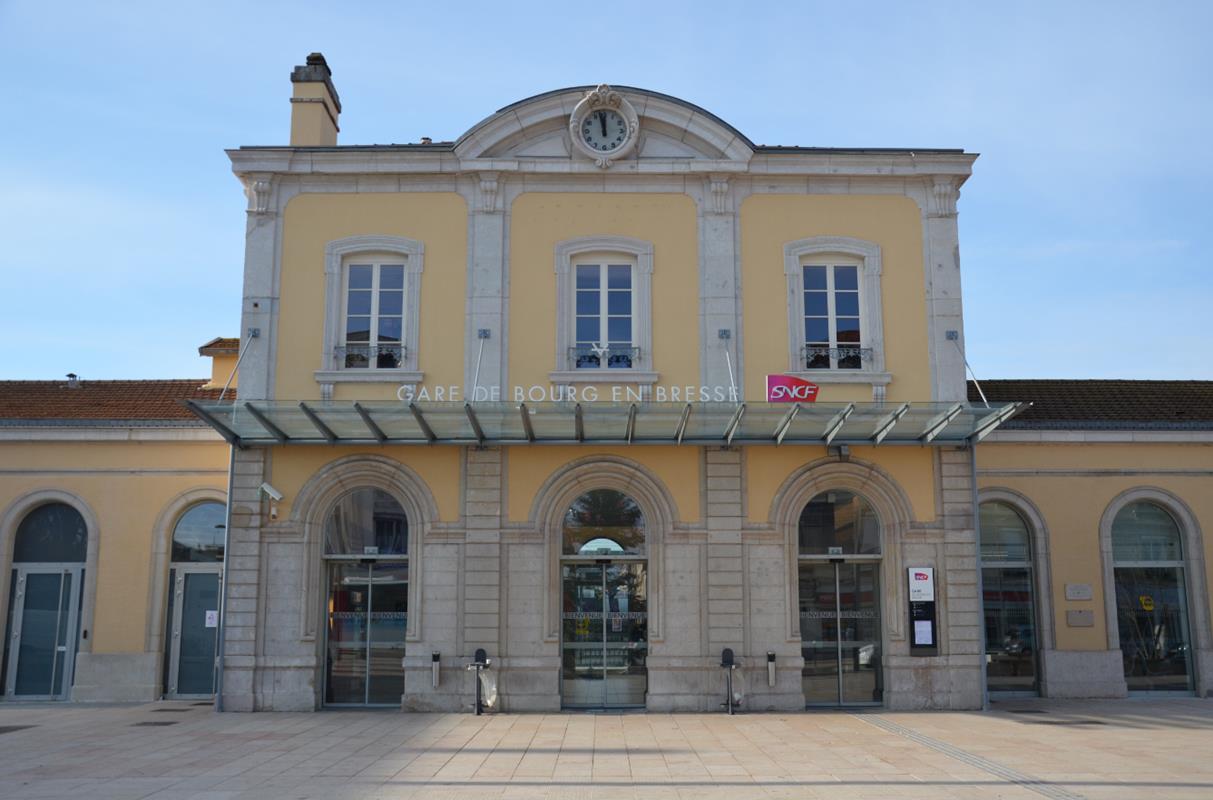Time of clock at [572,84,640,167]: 11:57
